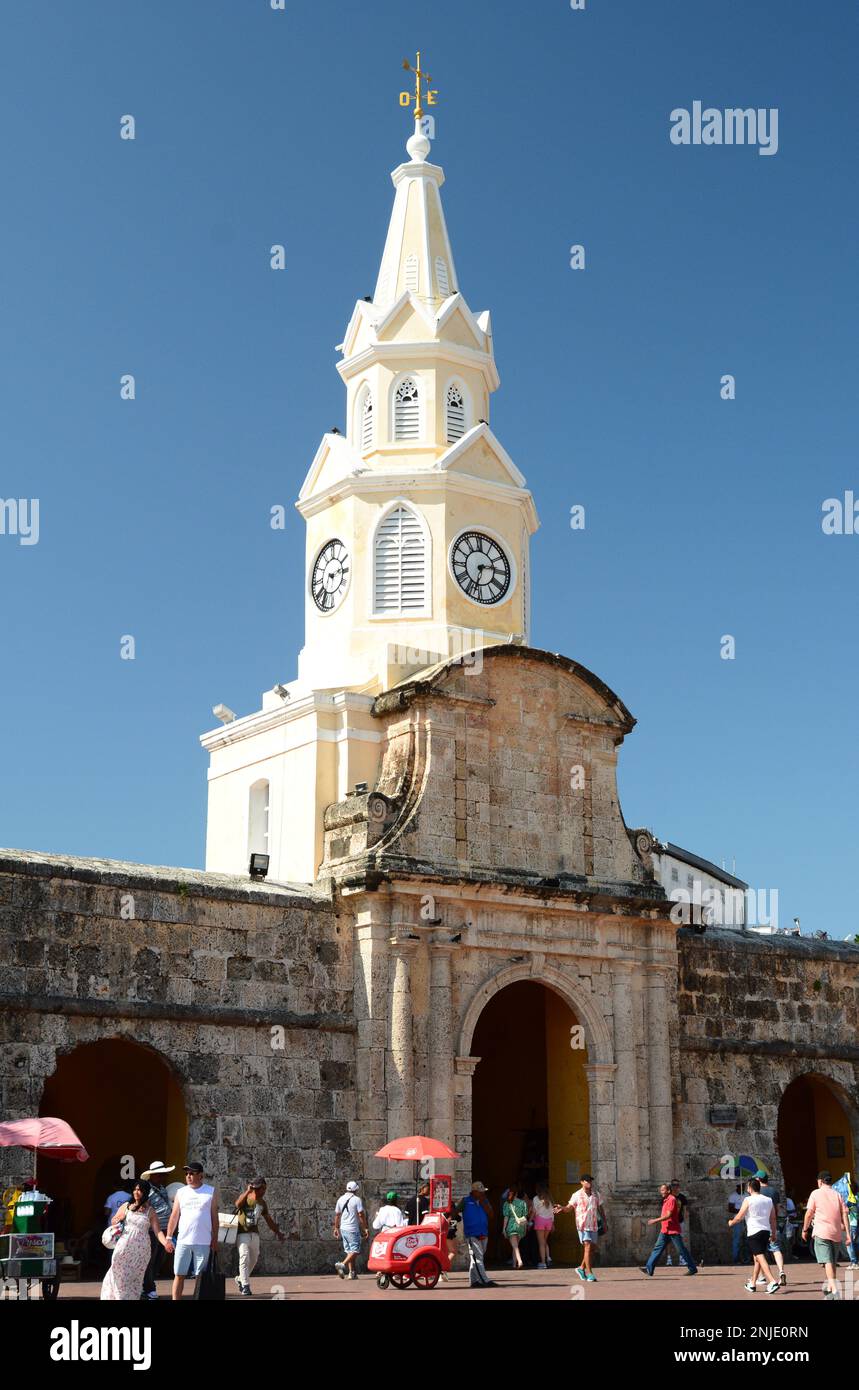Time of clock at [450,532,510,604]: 2:33
